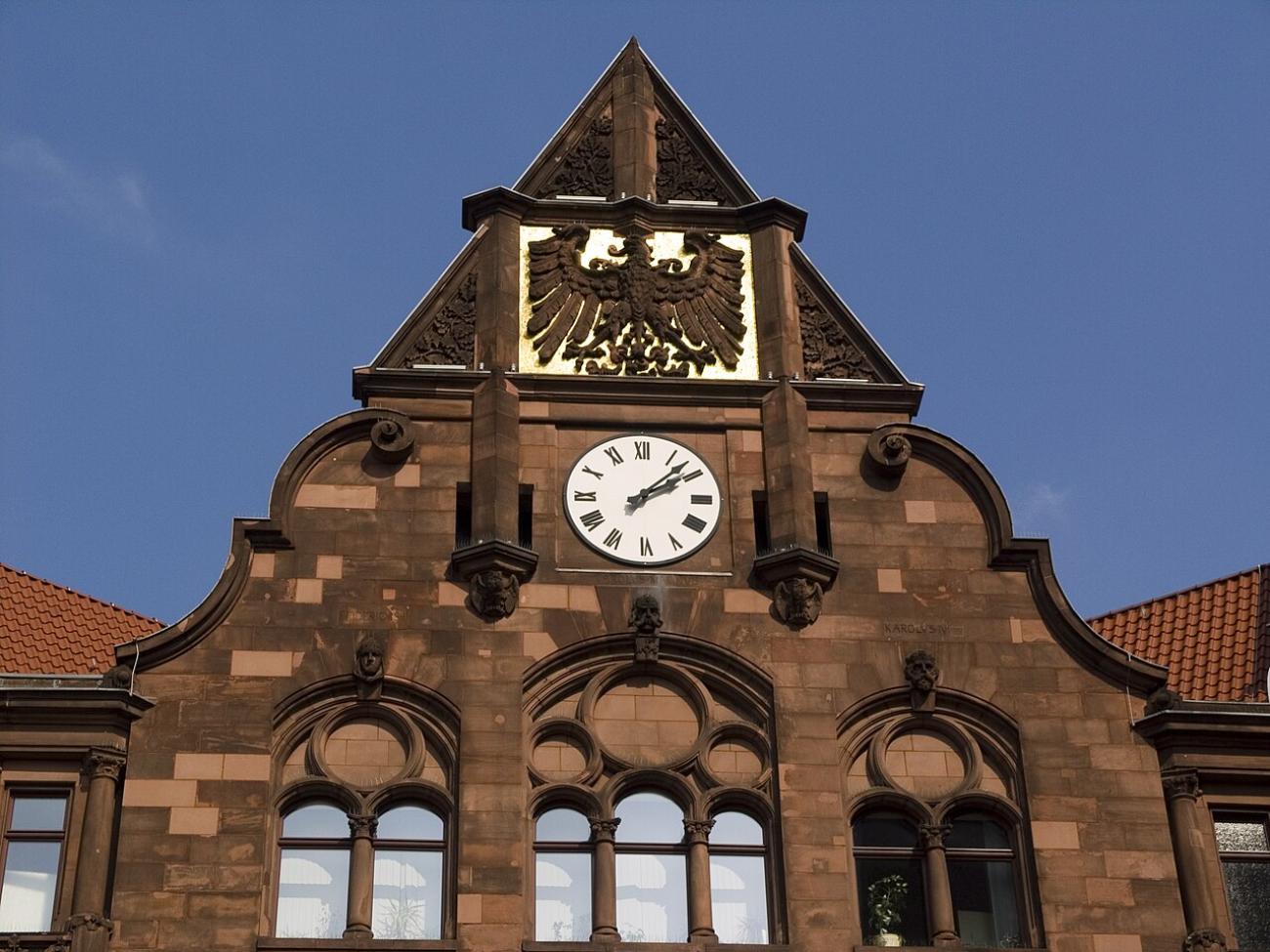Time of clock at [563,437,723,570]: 2:07
